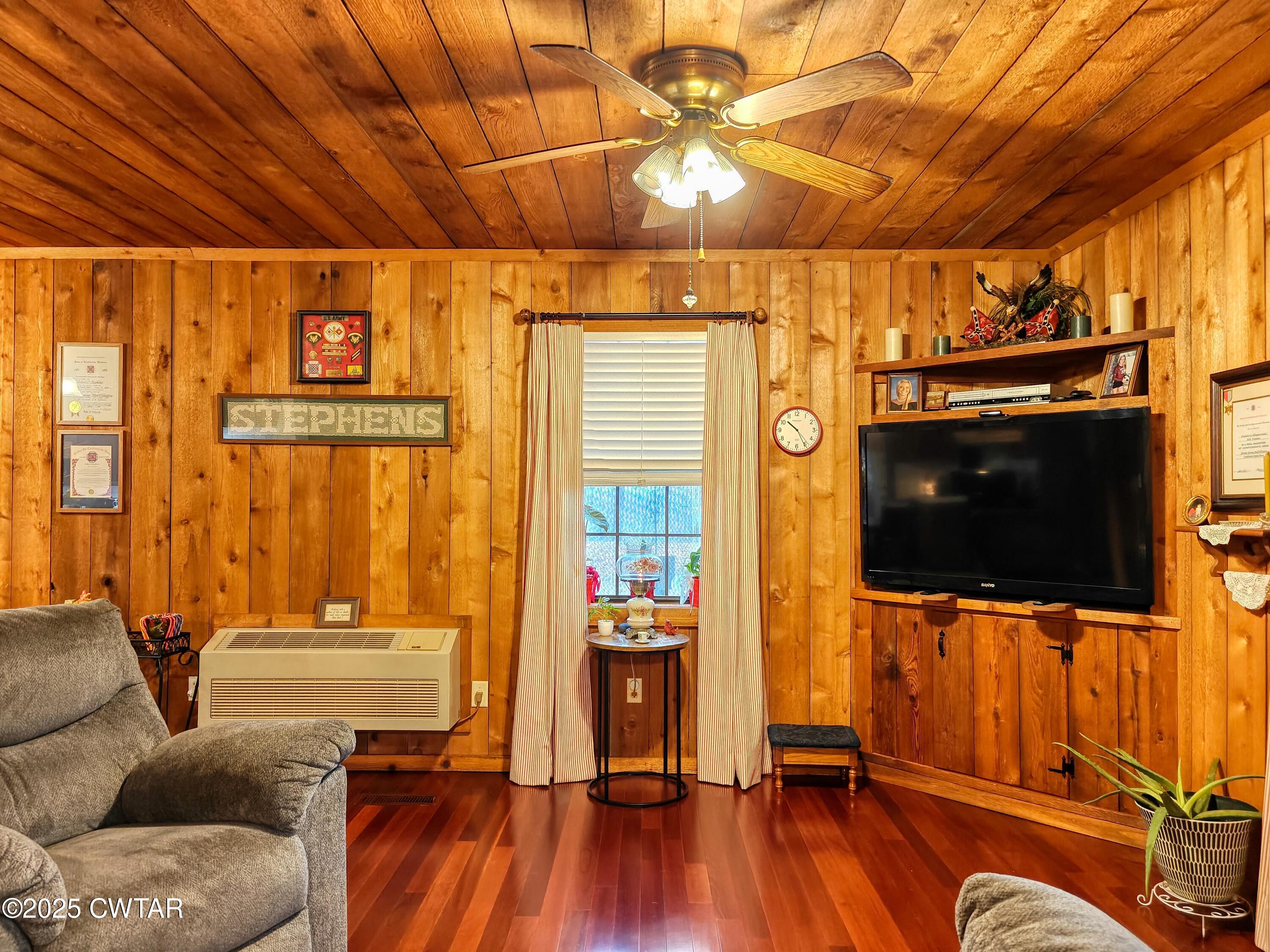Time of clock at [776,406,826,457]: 10:25
